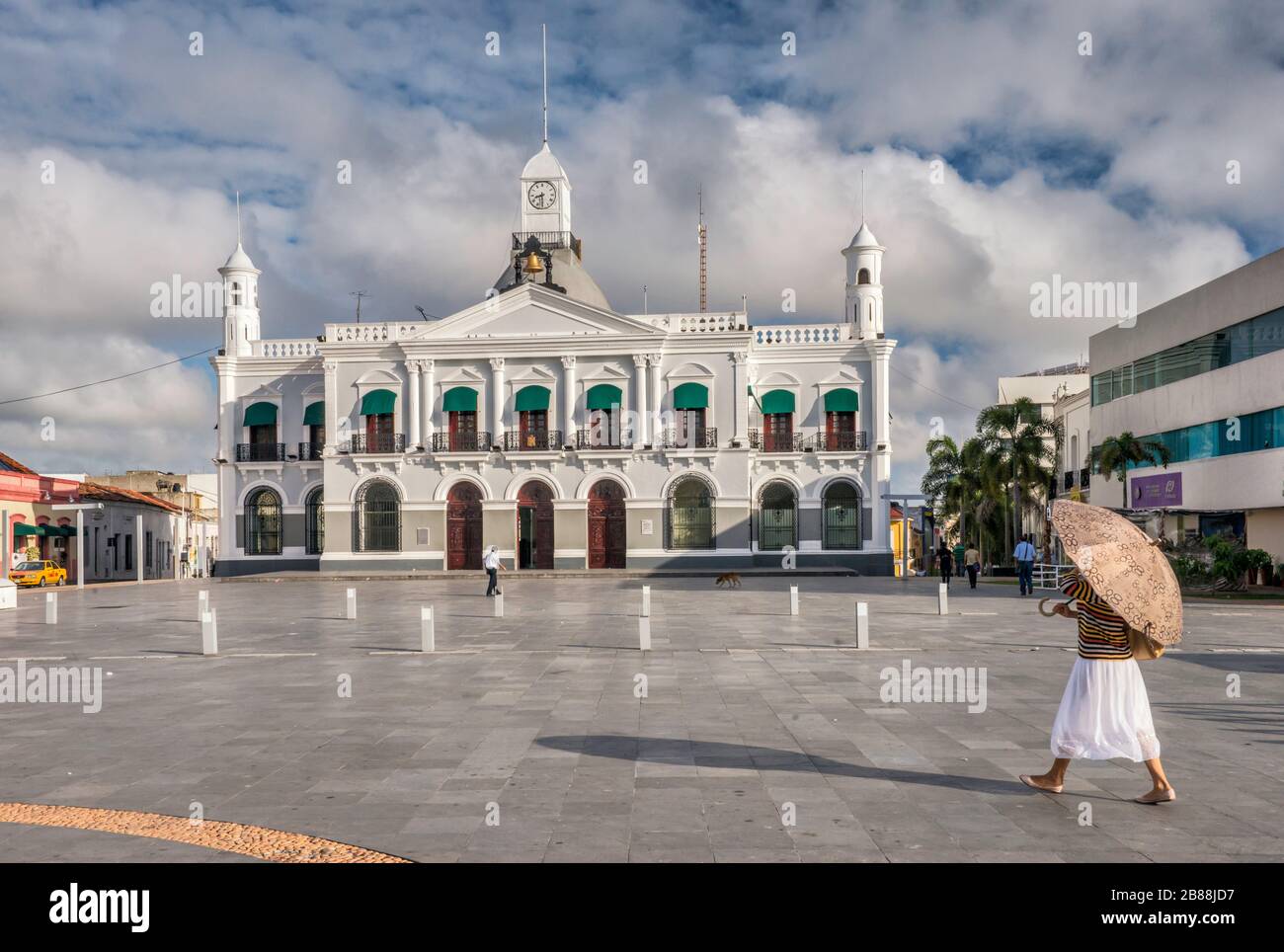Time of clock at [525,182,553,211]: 8:29
